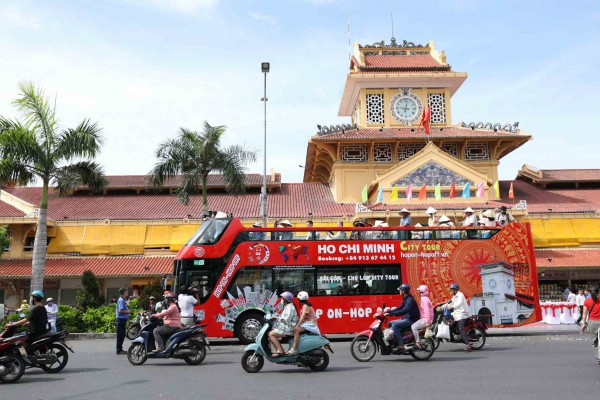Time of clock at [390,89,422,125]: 9:01
